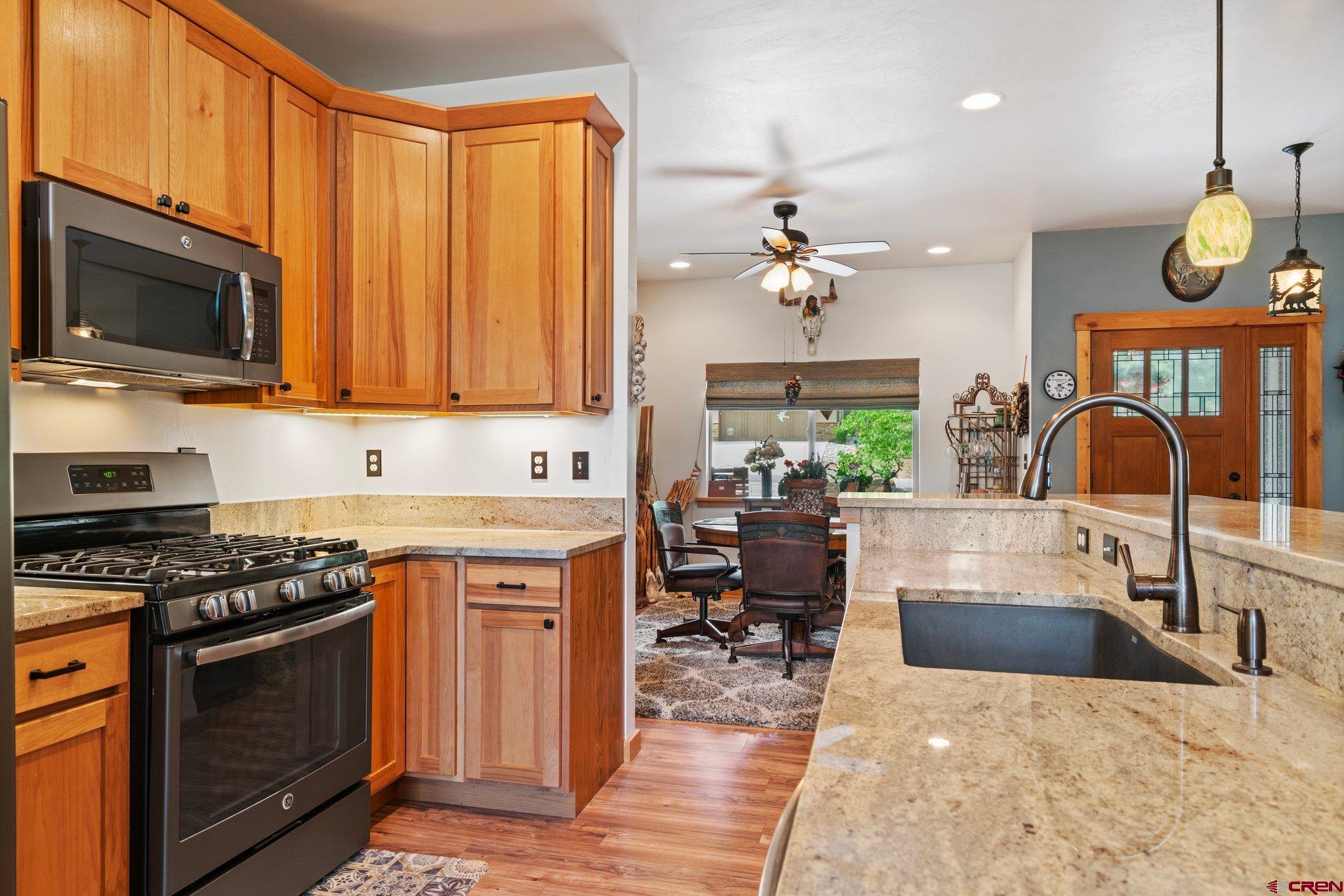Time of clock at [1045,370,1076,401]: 4:10
